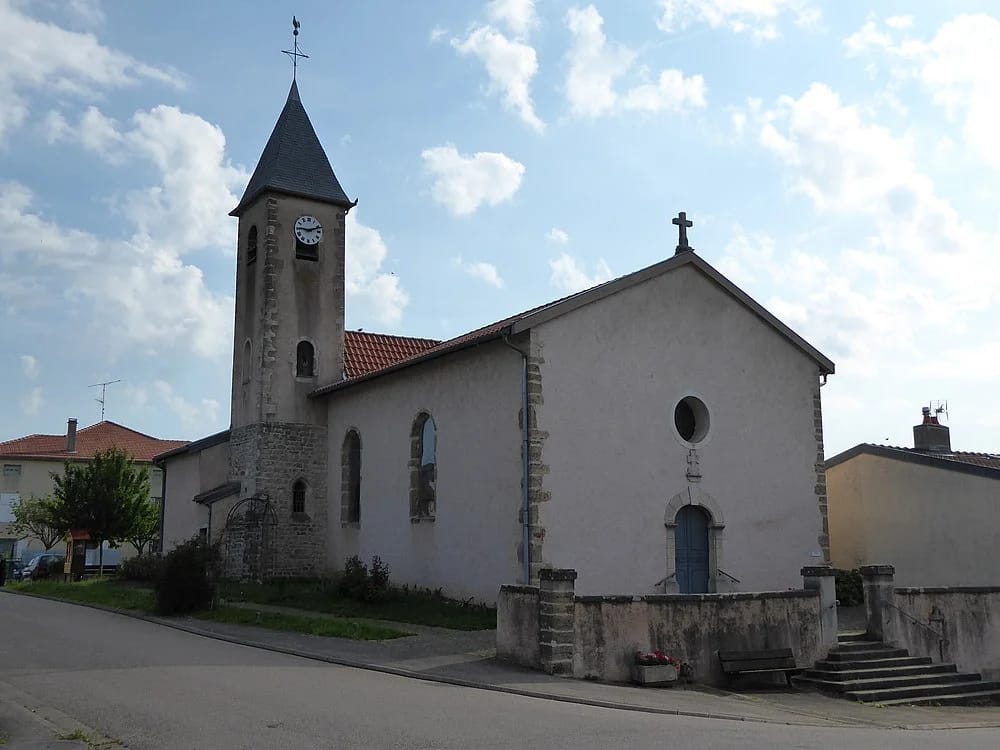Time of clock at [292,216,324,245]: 9:11
